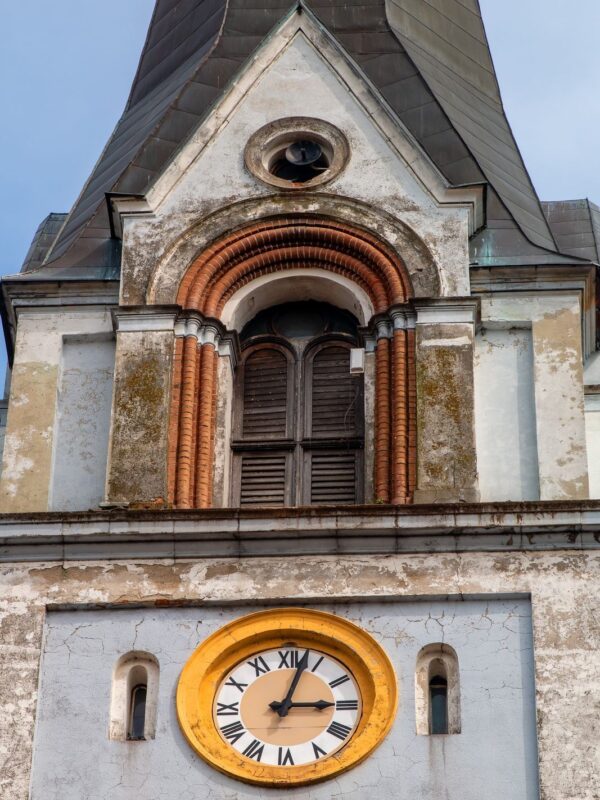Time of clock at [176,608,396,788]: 3:02
